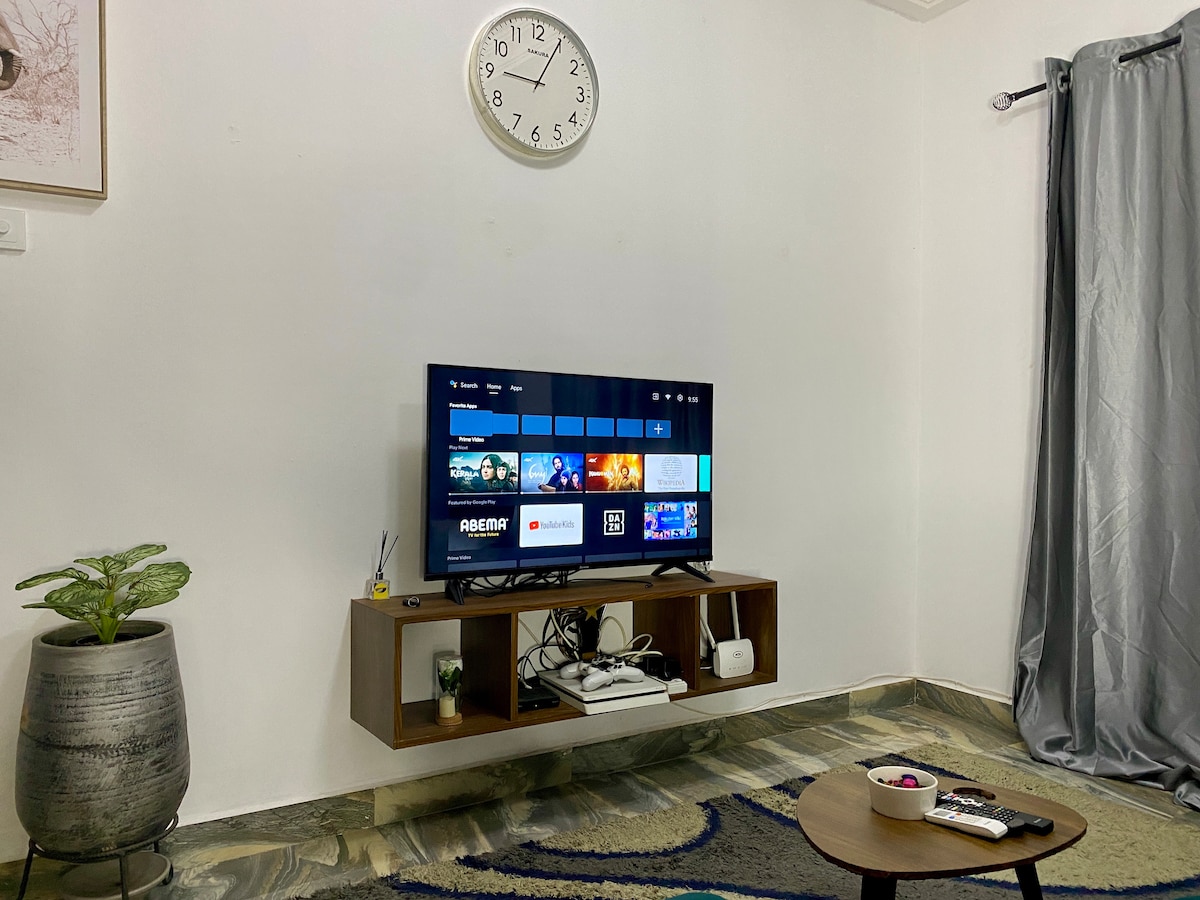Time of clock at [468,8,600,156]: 9:04
